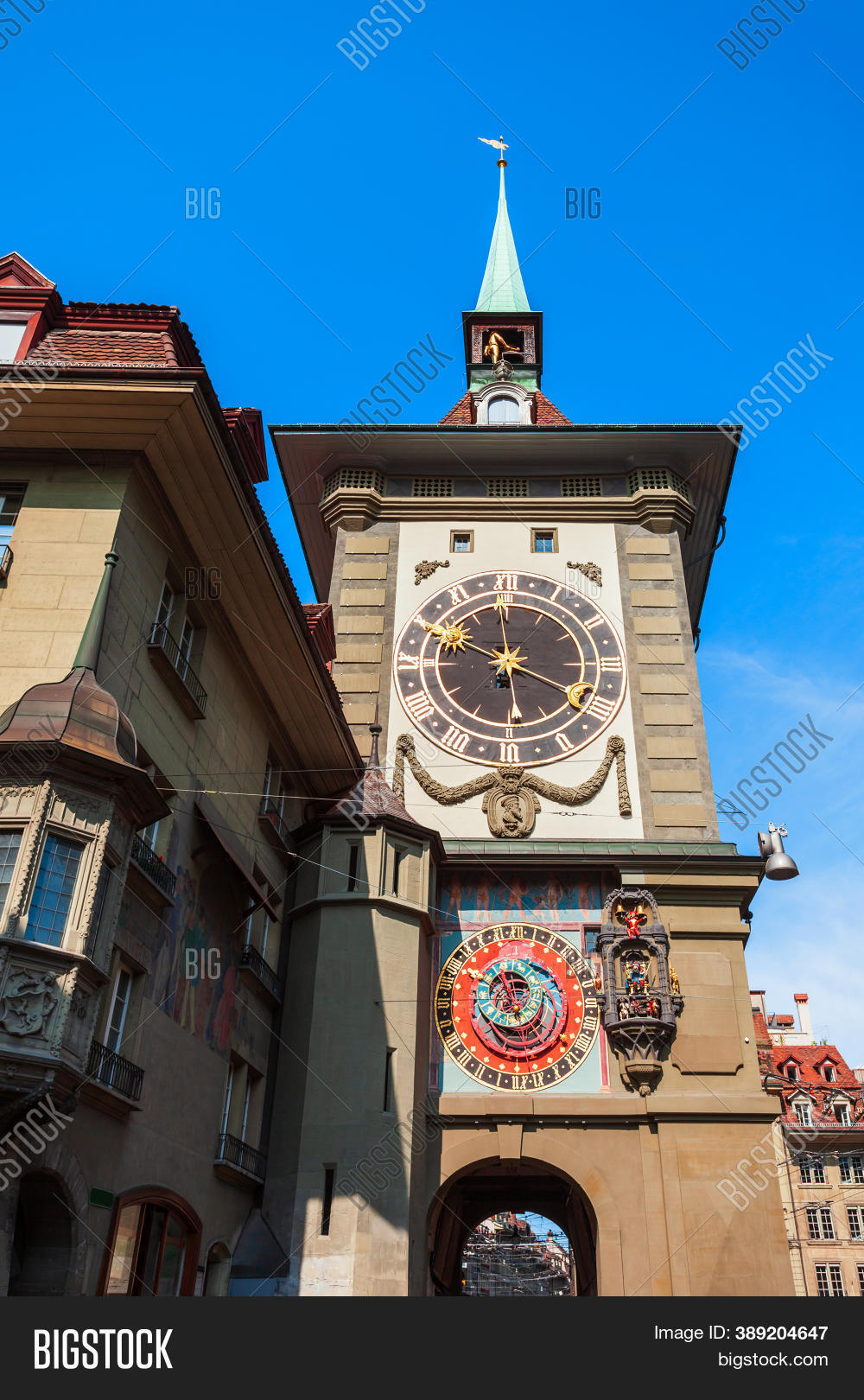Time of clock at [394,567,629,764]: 5:49
